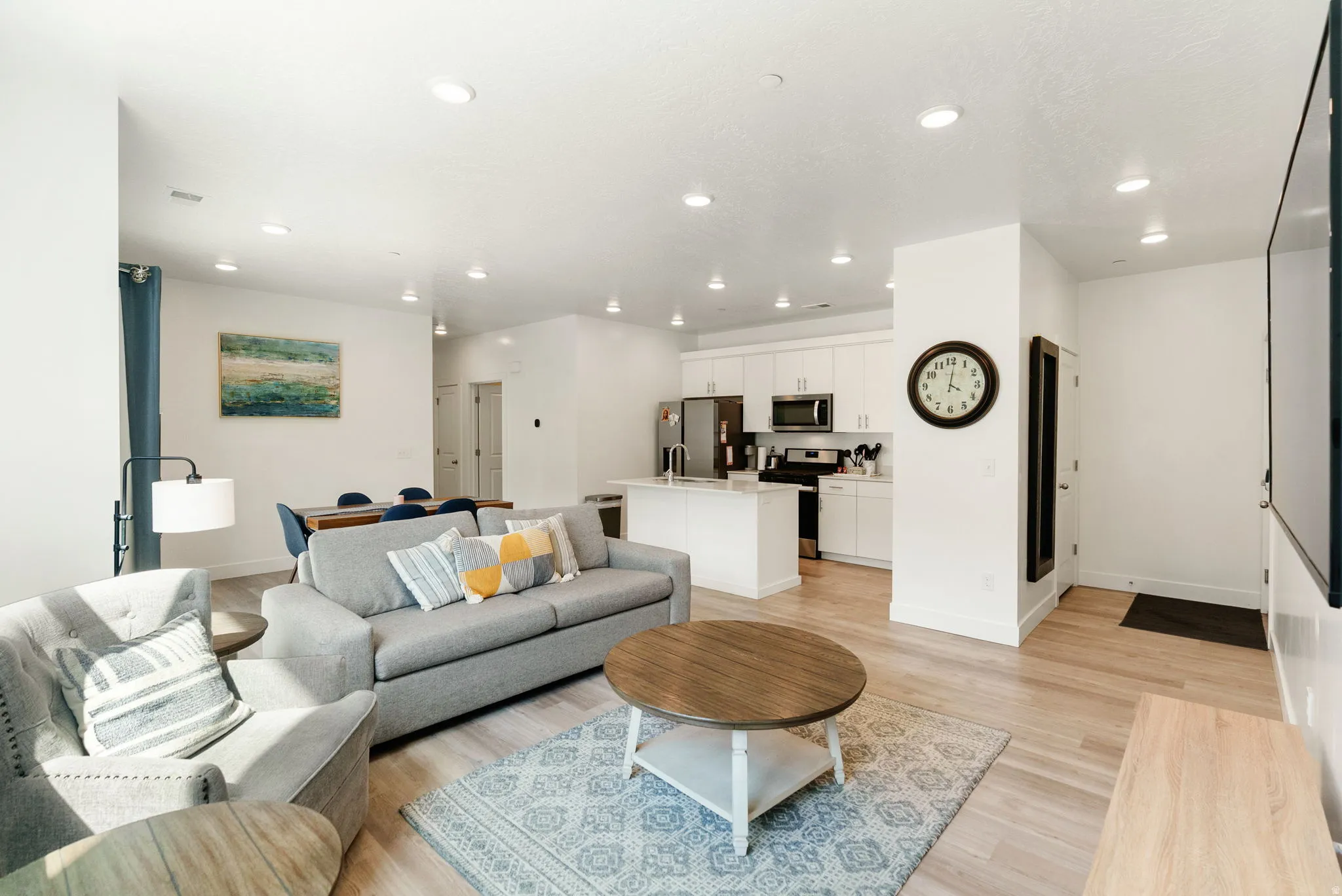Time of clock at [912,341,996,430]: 4:01
